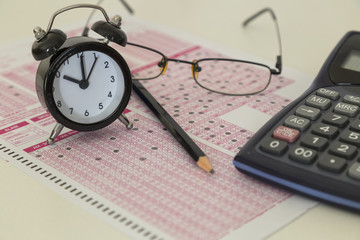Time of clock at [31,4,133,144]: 10:00
